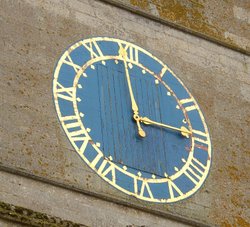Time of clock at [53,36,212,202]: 2:59
